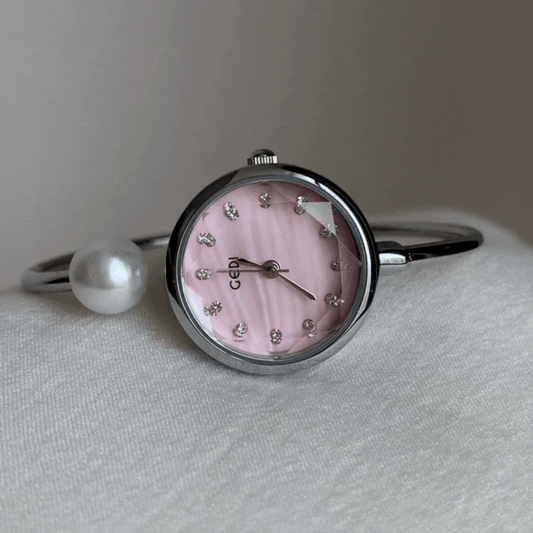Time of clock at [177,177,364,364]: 9:21
